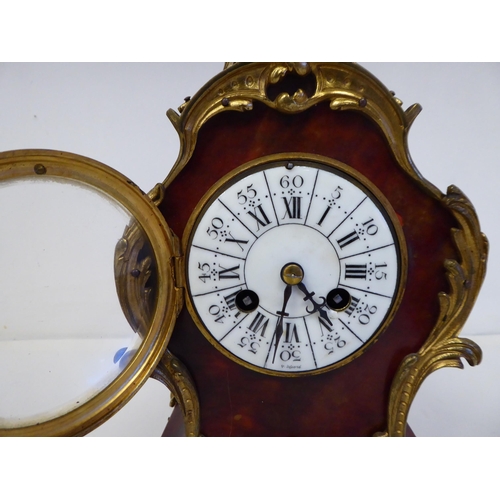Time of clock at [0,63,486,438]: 4:32
